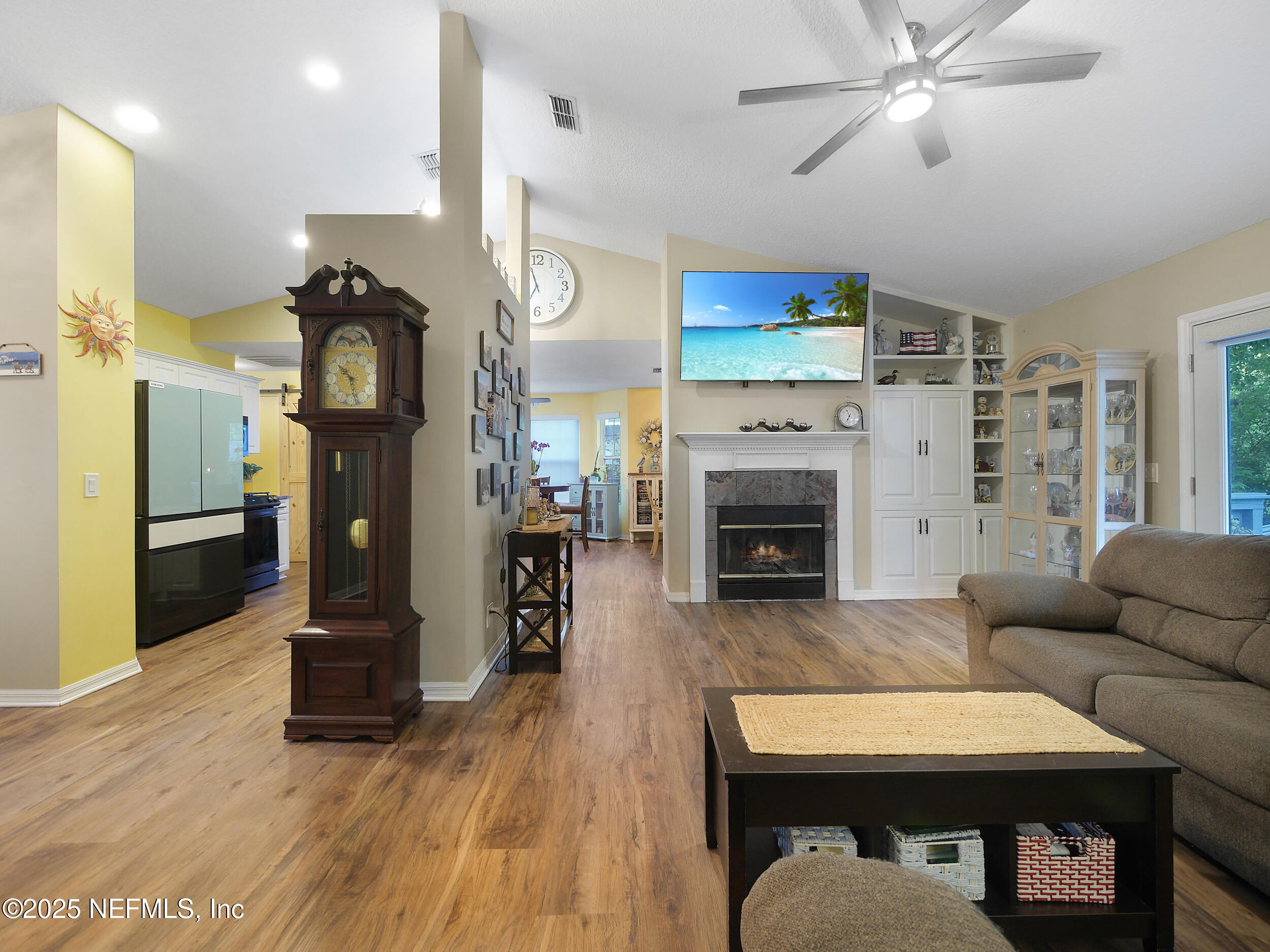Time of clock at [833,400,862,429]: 6:55
